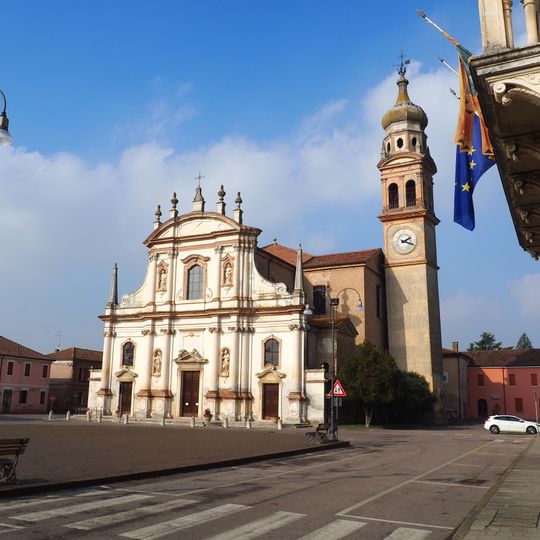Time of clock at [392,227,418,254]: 2:18
